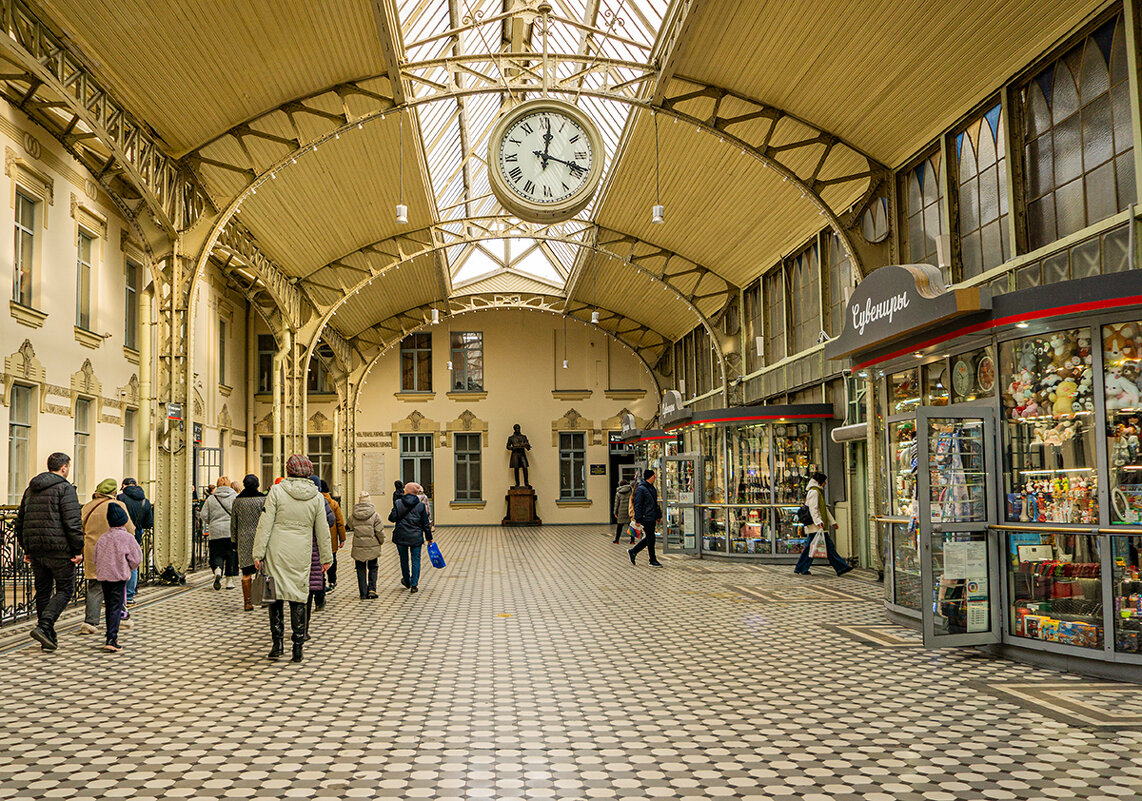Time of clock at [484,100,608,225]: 12:18
